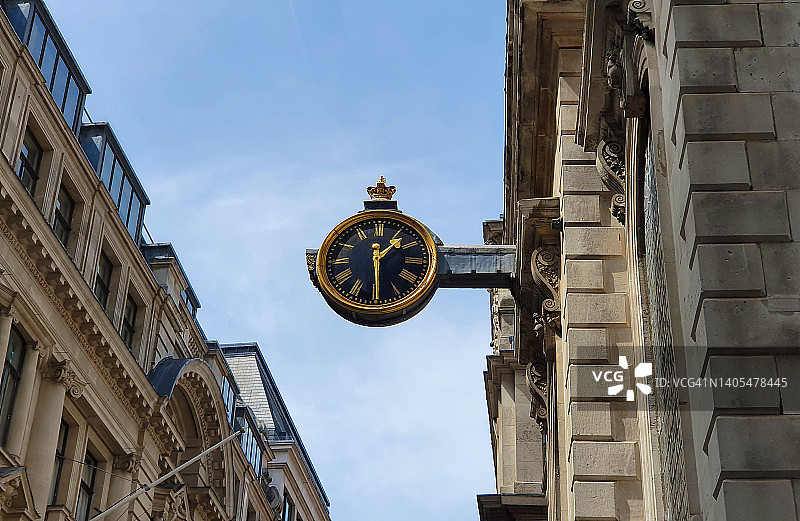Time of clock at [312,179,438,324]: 1:29
